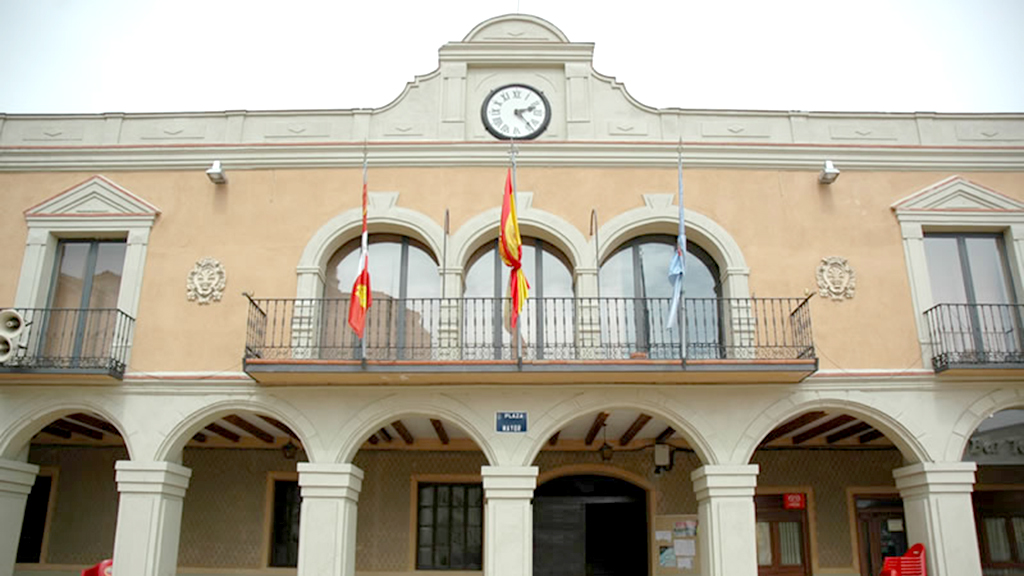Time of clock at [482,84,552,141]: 2:23
